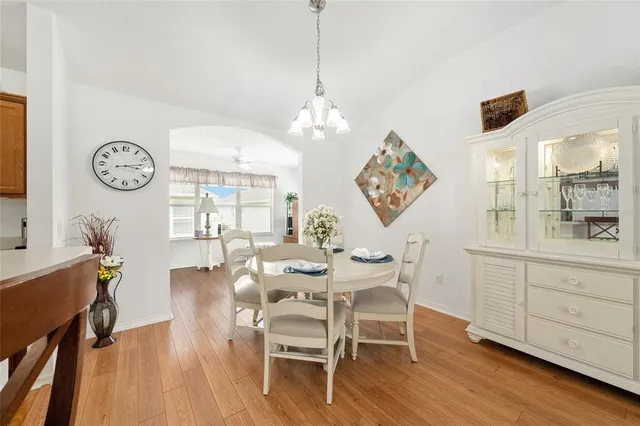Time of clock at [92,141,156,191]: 3:12
